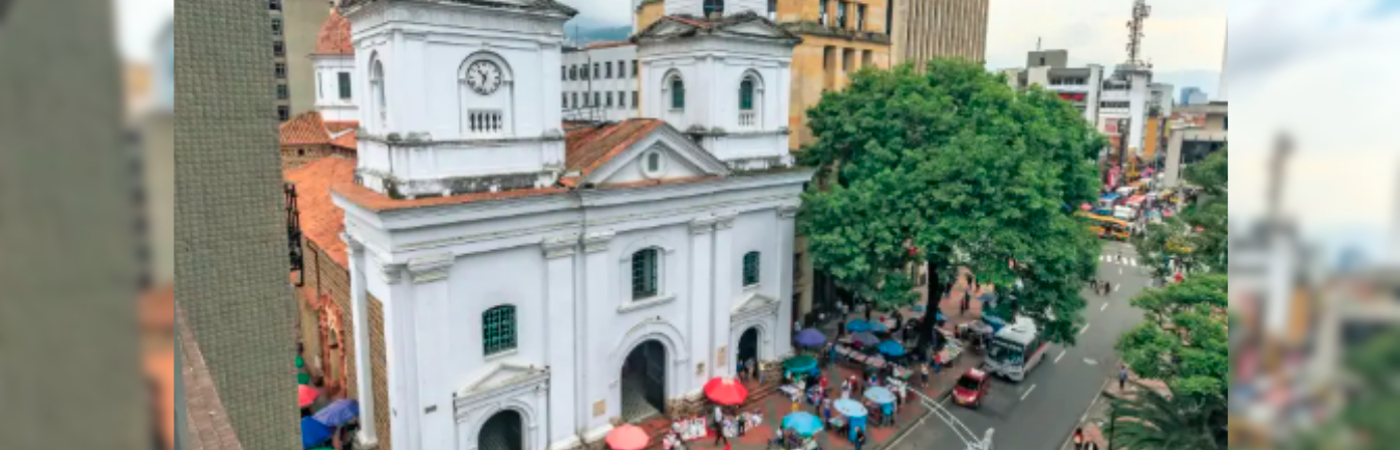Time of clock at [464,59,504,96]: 10:33
